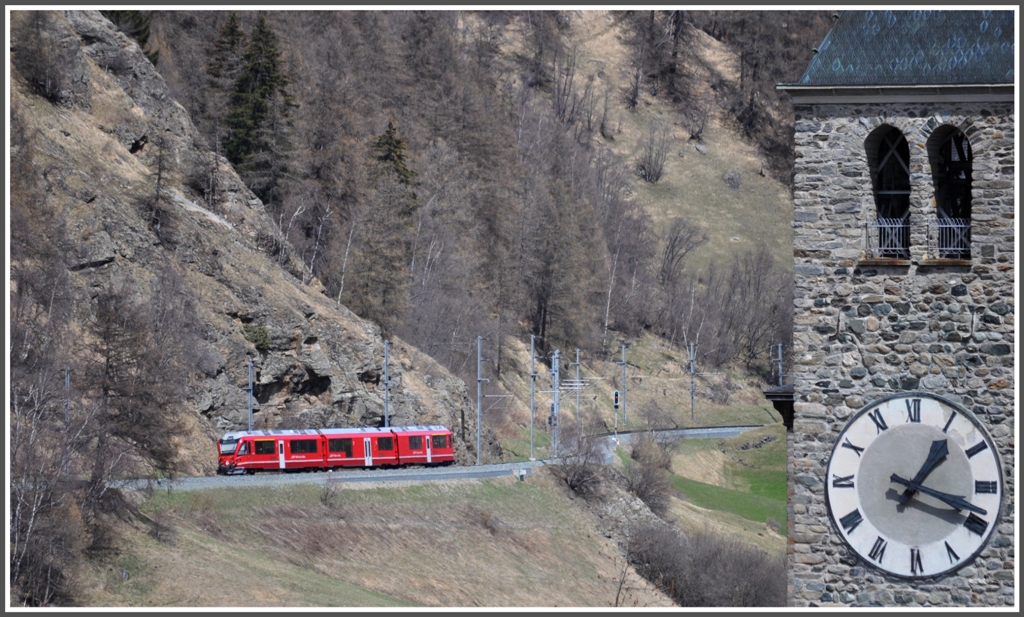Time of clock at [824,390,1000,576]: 1:18
